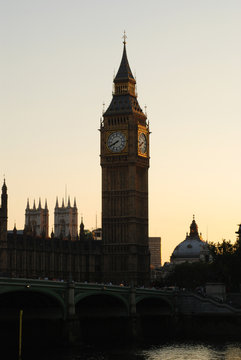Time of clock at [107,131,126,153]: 7:40
